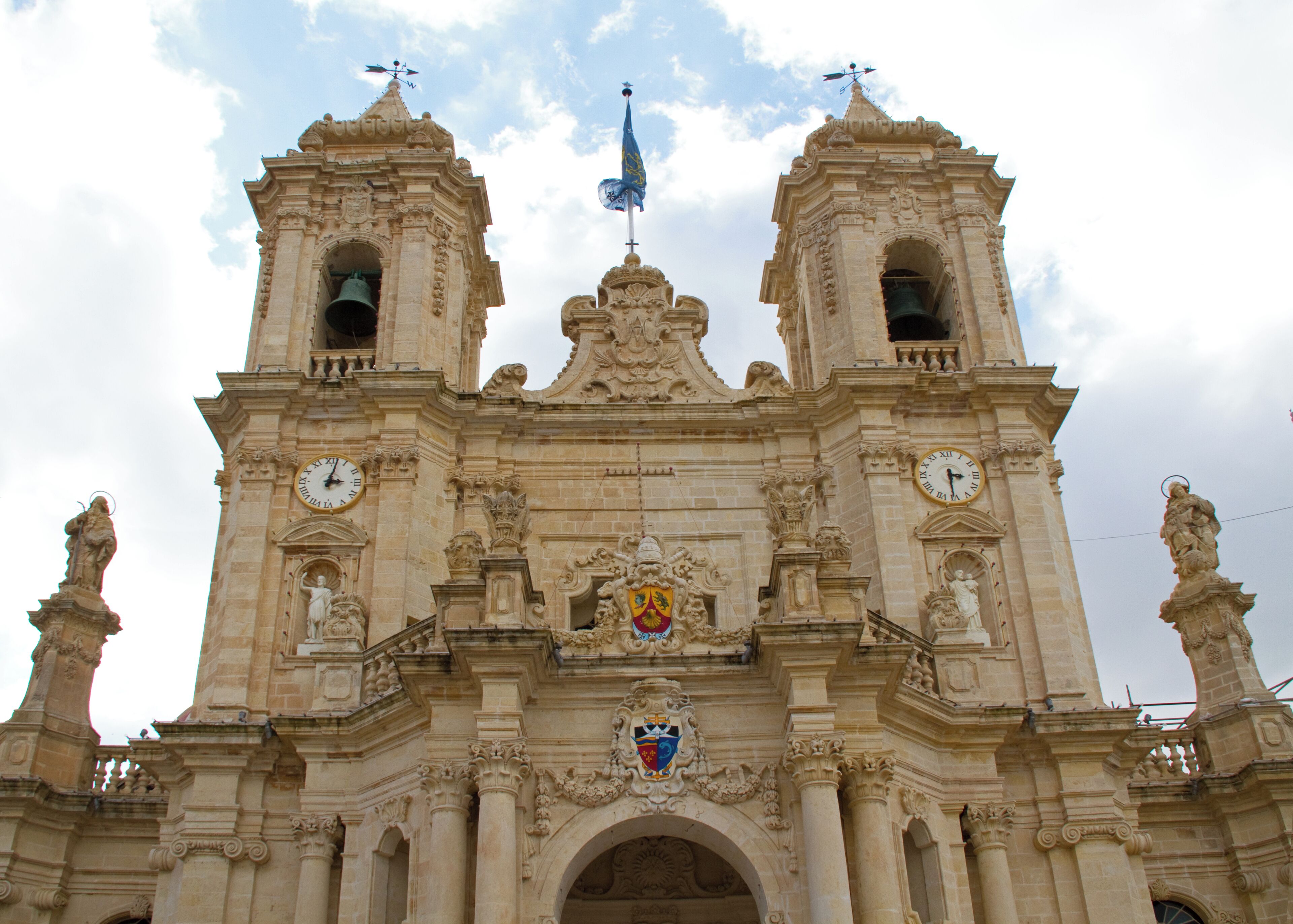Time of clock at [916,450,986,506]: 3:30
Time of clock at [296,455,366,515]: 3:02
